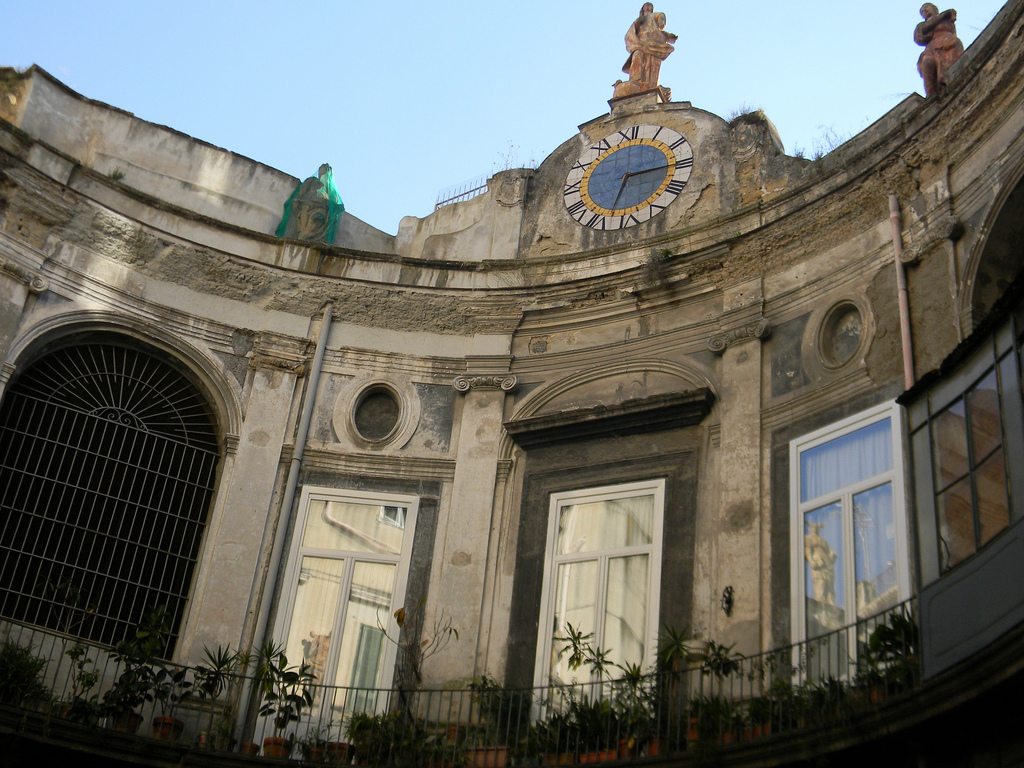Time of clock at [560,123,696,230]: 6:15
